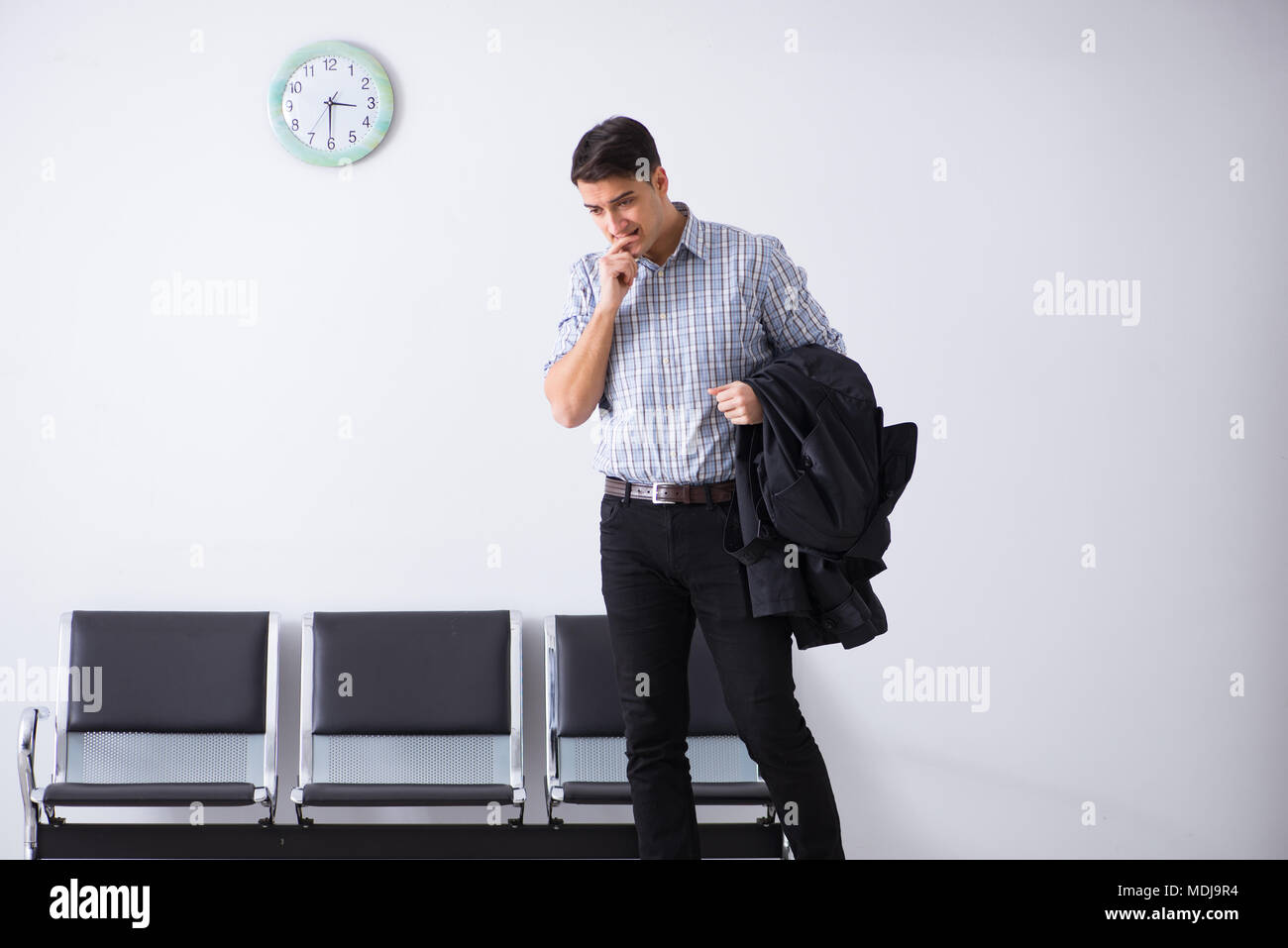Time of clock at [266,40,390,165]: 3:30
